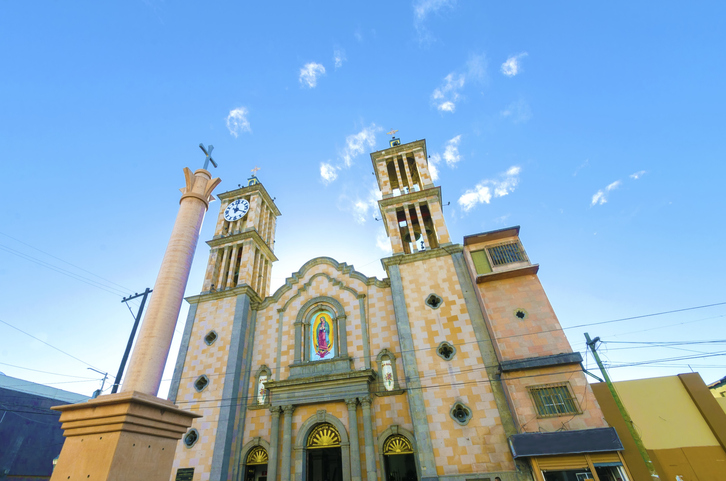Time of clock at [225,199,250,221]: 12:19
